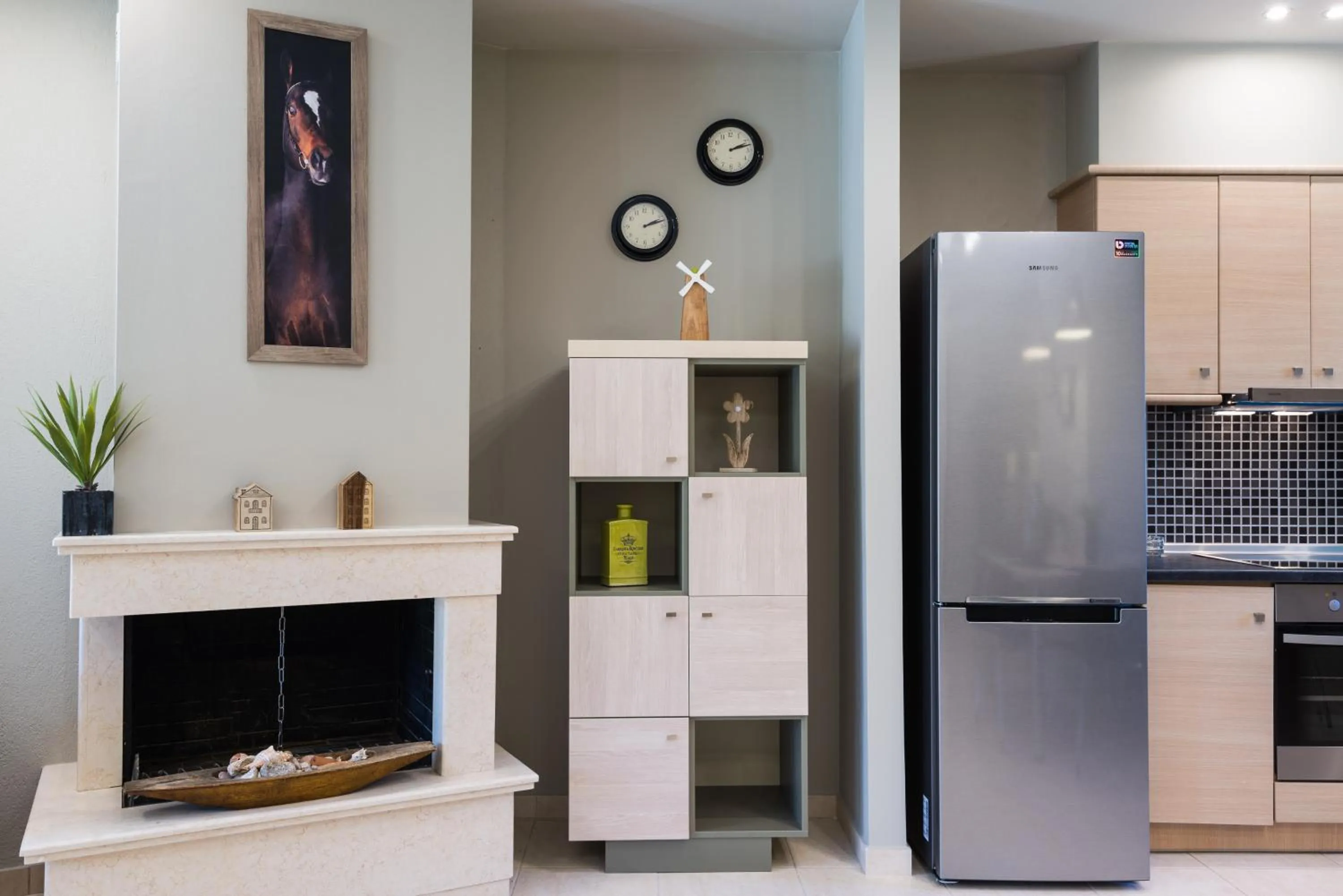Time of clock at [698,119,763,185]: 2:12
